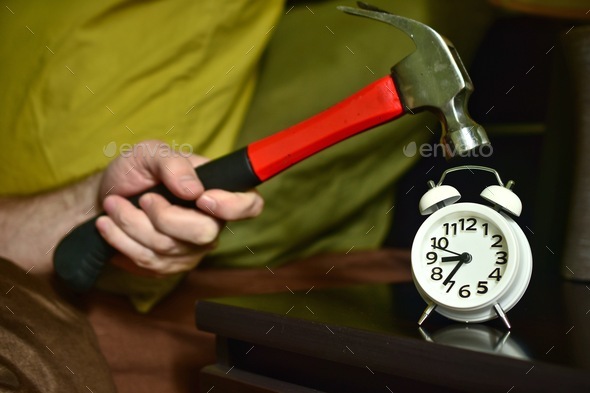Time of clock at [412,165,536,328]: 8:36
